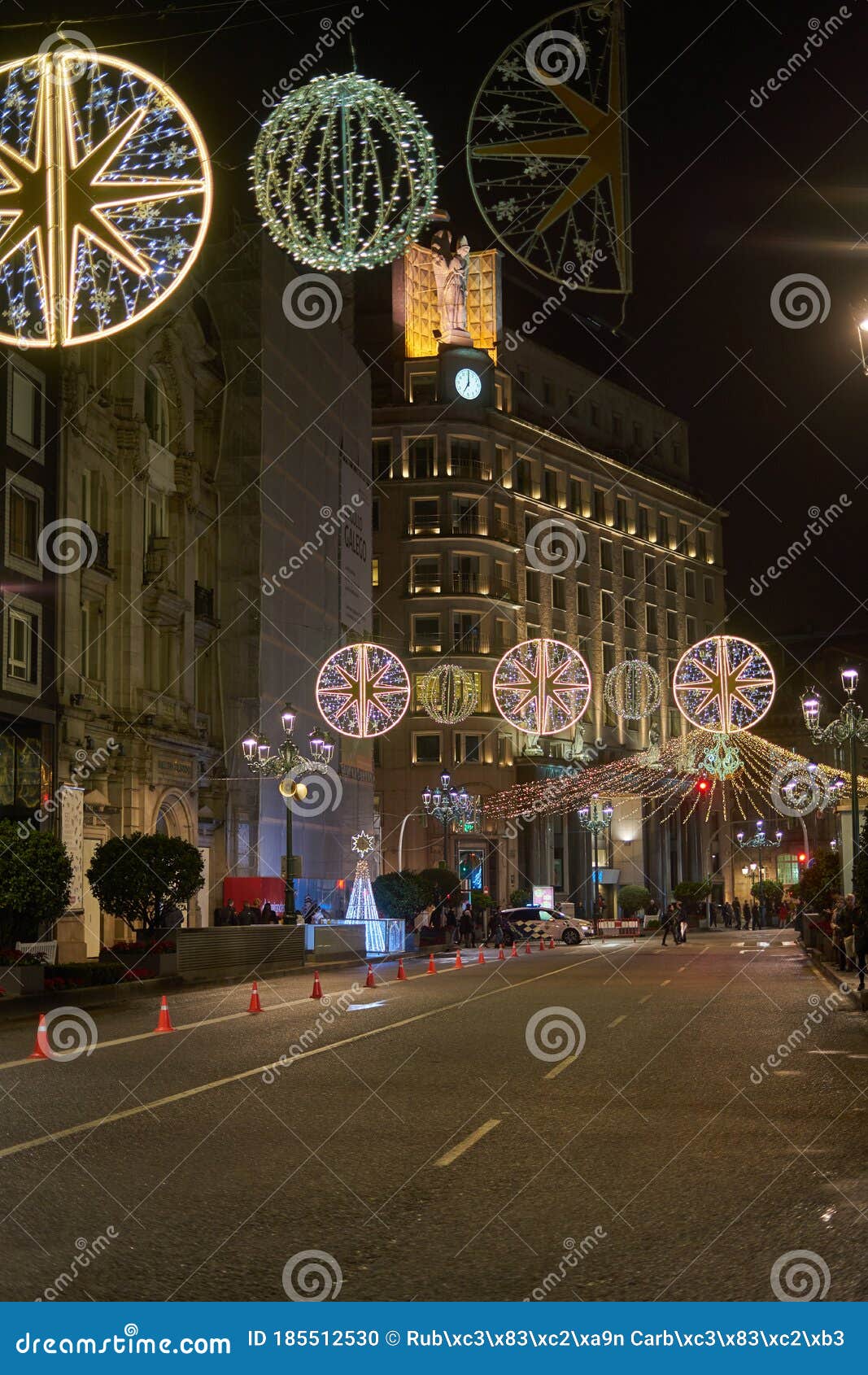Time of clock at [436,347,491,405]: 7:00
